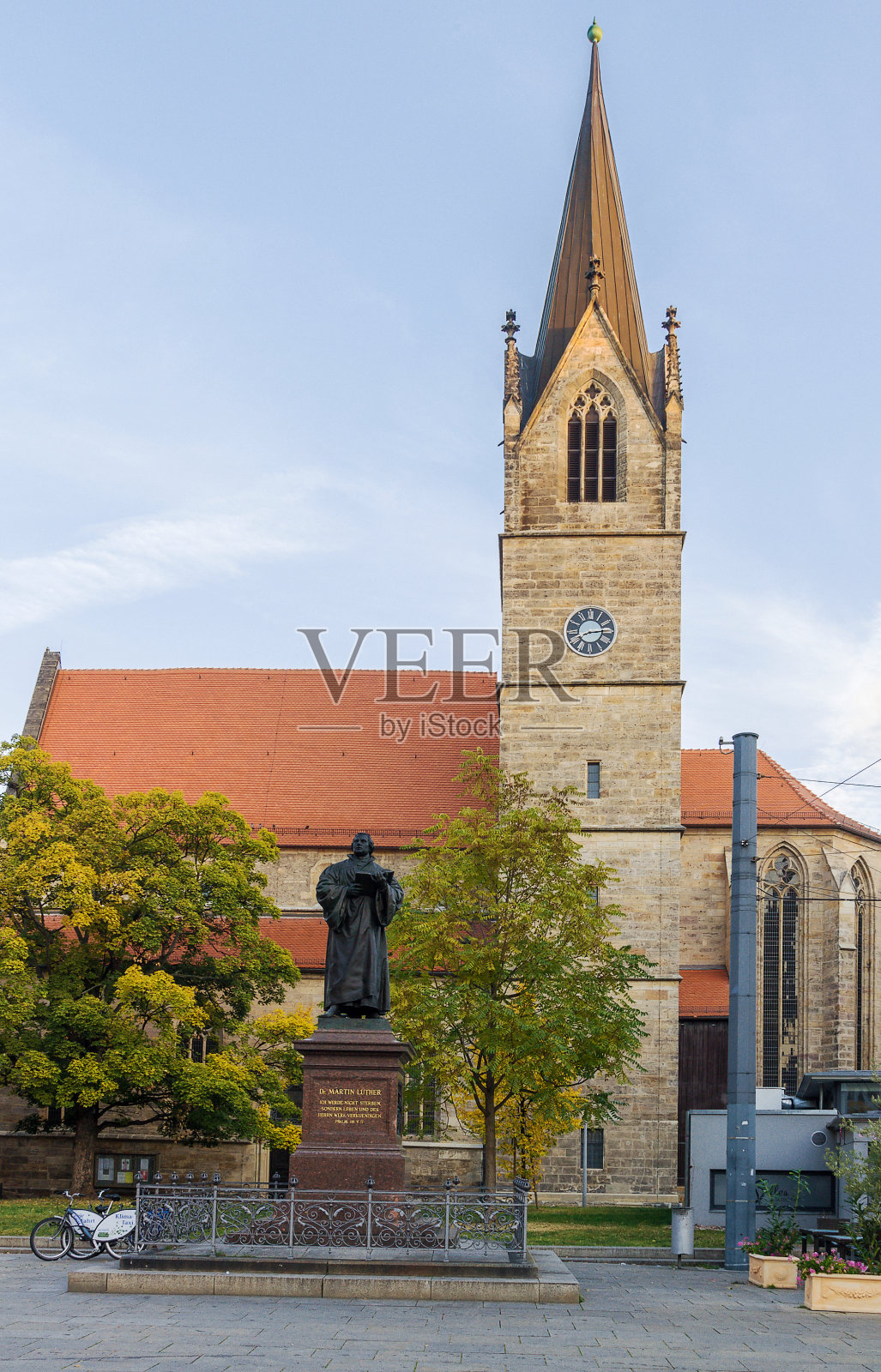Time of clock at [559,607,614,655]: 8:14
